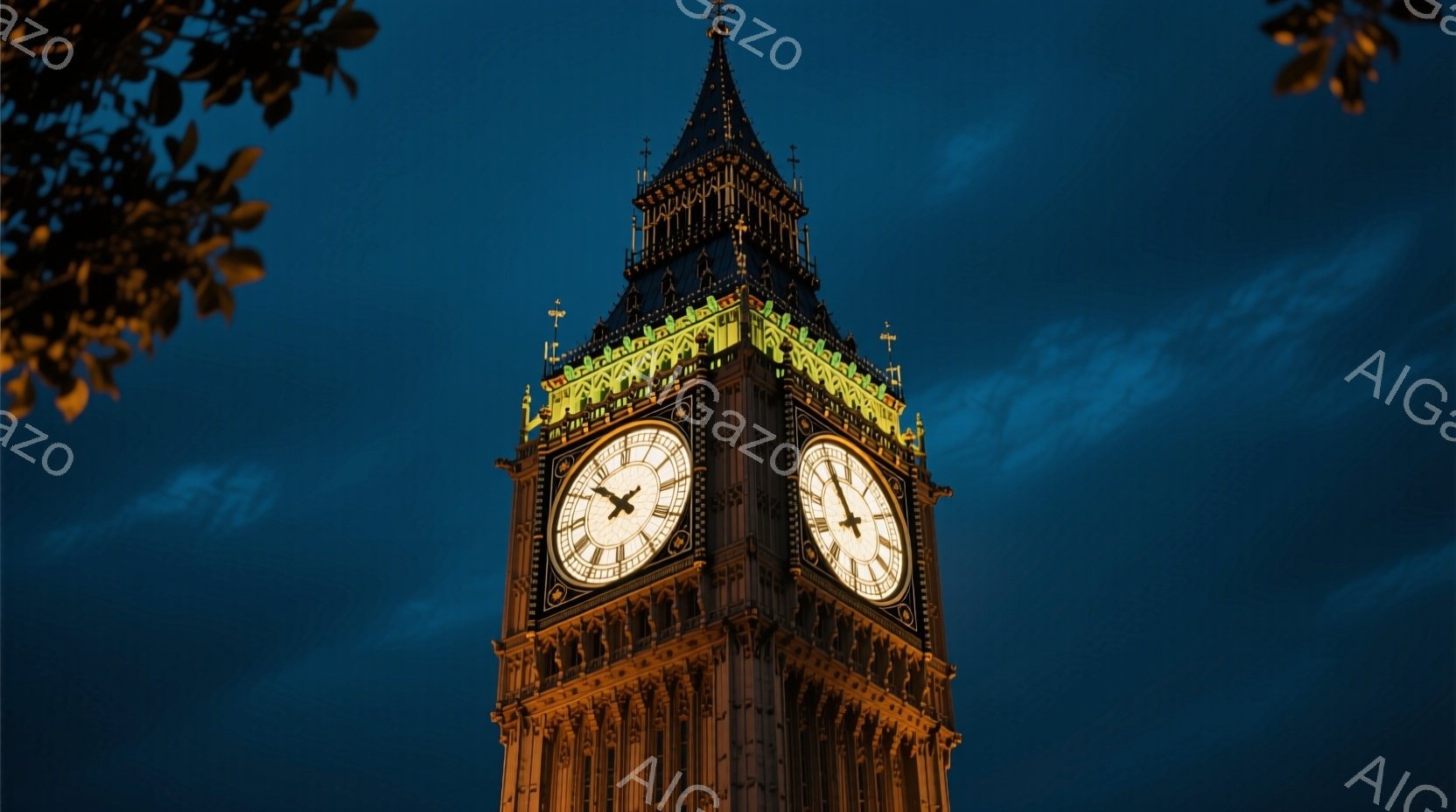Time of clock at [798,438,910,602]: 7:54
